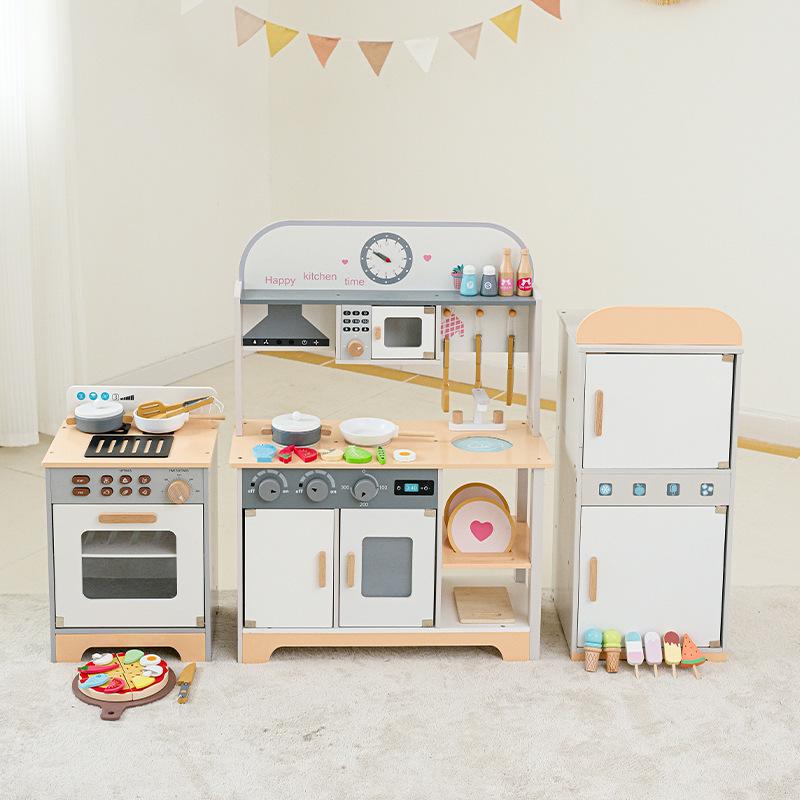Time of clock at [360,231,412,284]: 9:50
